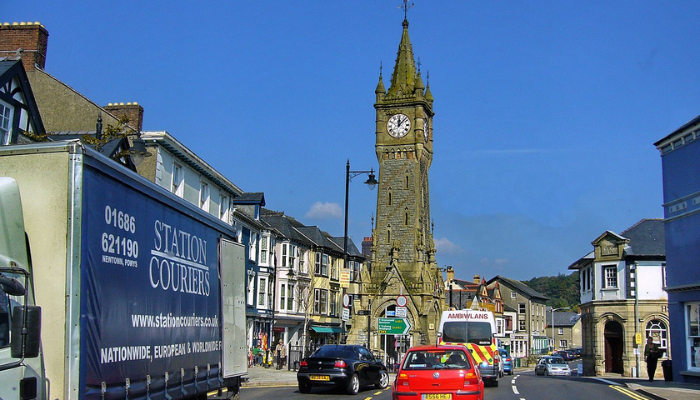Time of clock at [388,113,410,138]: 12:07
